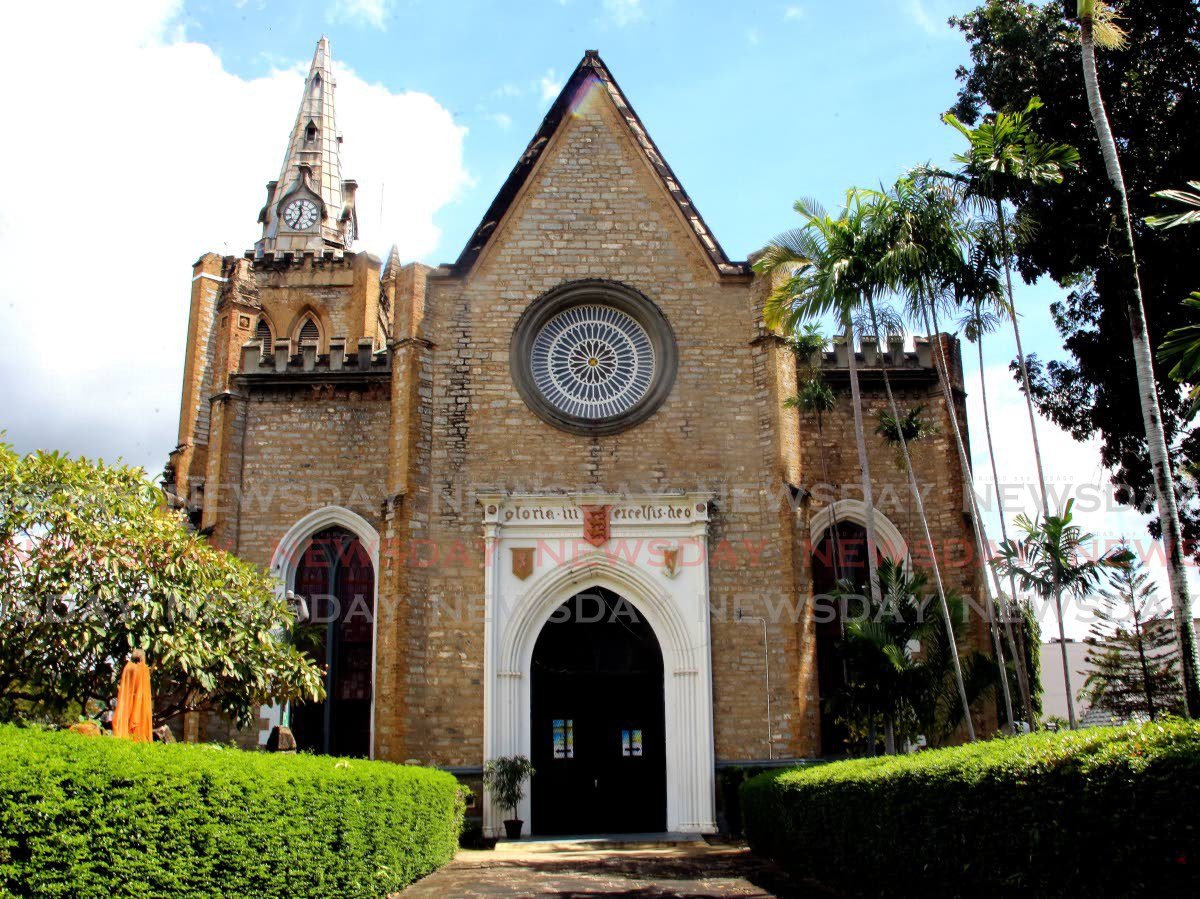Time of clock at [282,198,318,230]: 11:34
